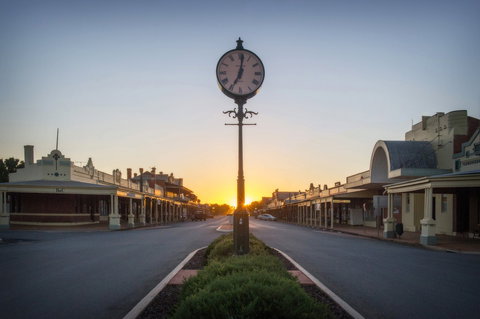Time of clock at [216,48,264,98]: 7:01
